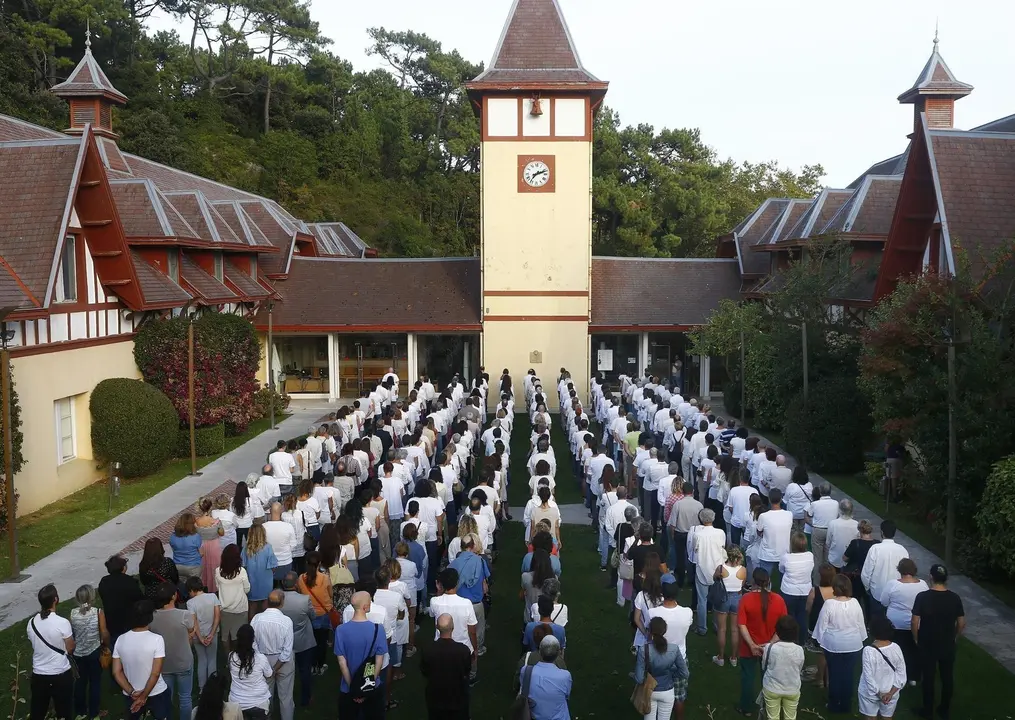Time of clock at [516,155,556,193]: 7:11
